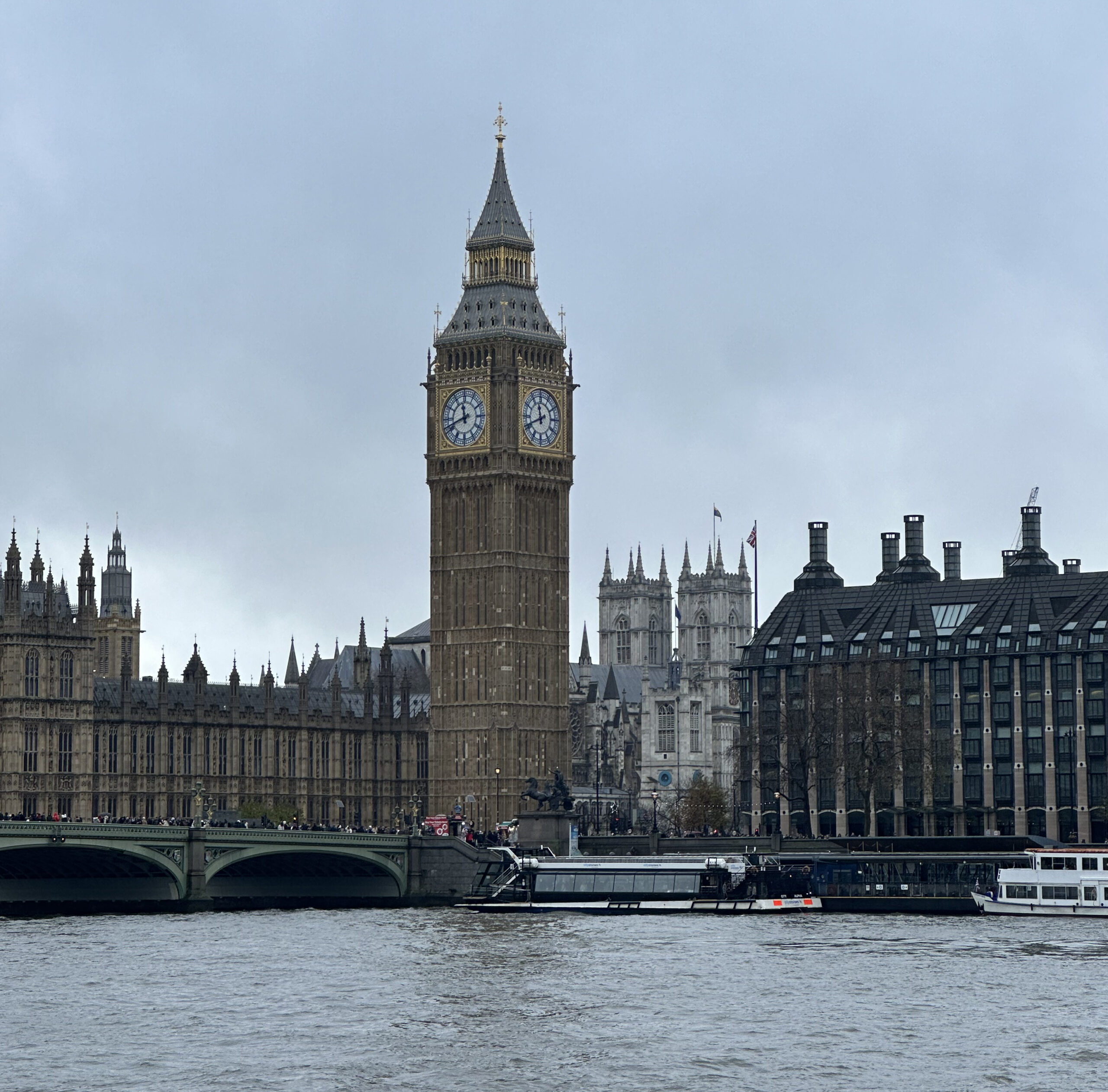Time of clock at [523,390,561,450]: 11:41
